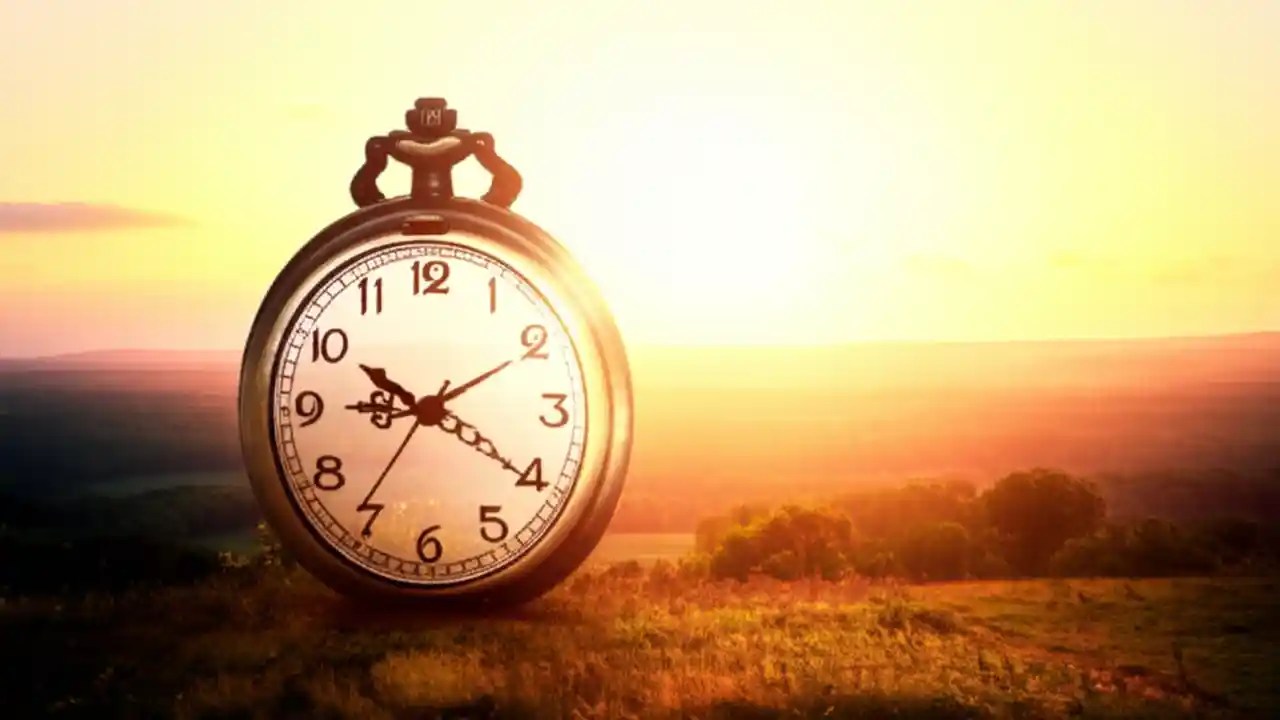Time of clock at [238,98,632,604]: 9:20
